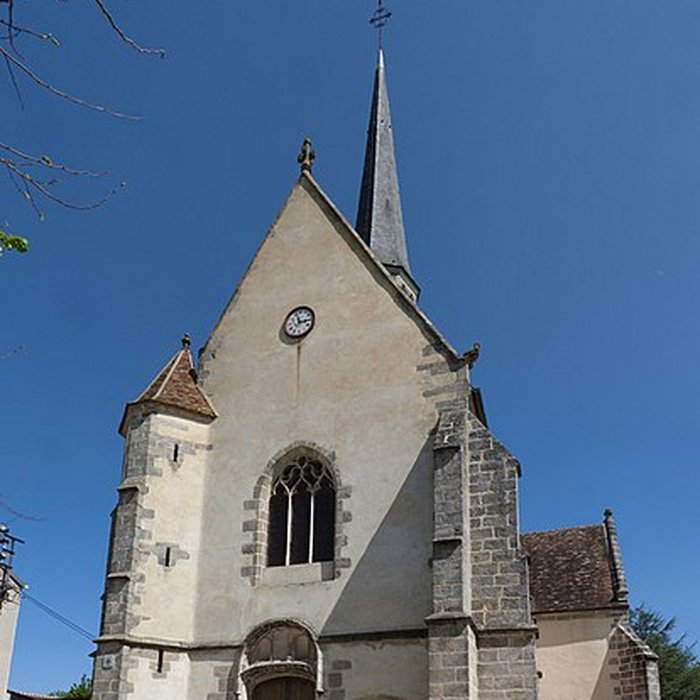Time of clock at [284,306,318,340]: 2:56
